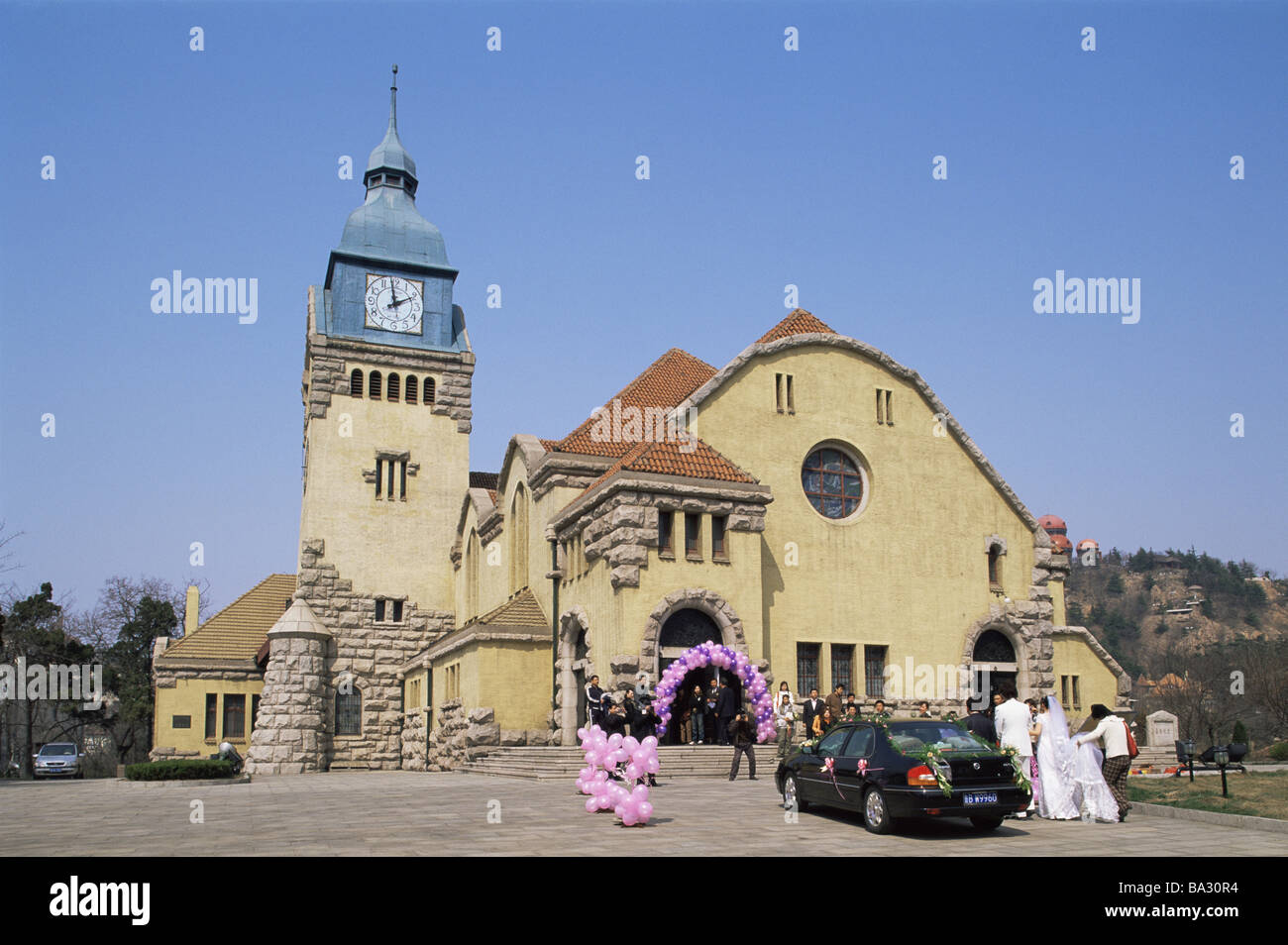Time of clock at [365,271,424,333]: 1:58
